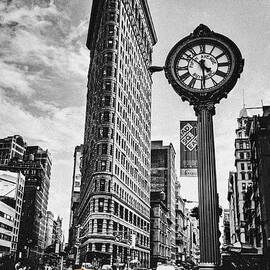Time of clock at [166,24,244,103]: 5:51
